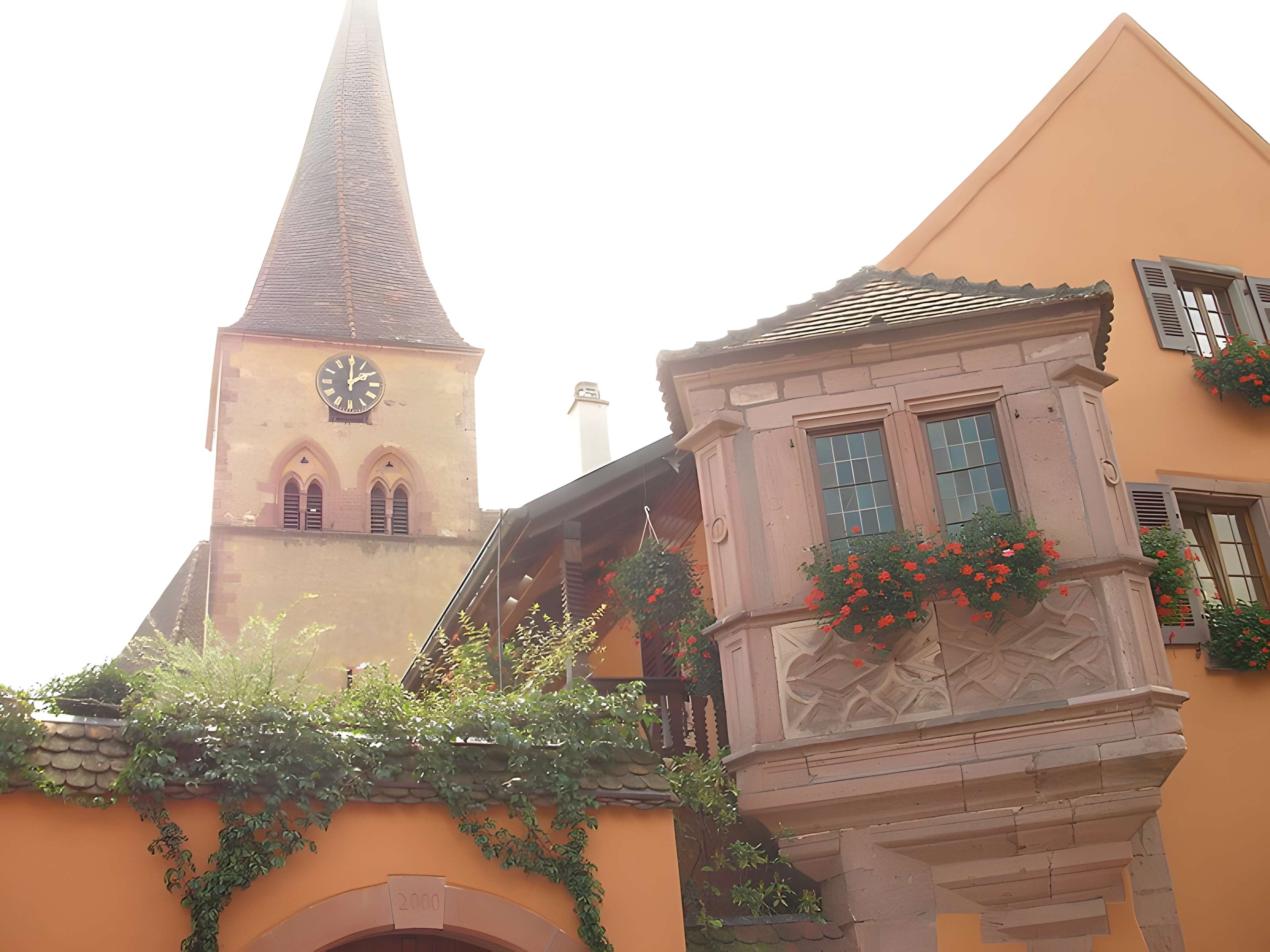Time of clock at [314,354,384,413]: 2:00
